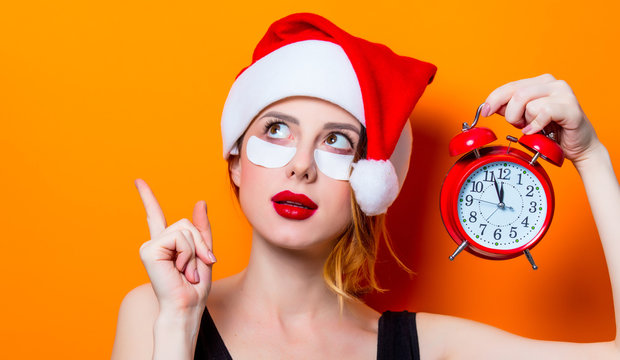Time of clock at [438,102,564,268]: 11:56
